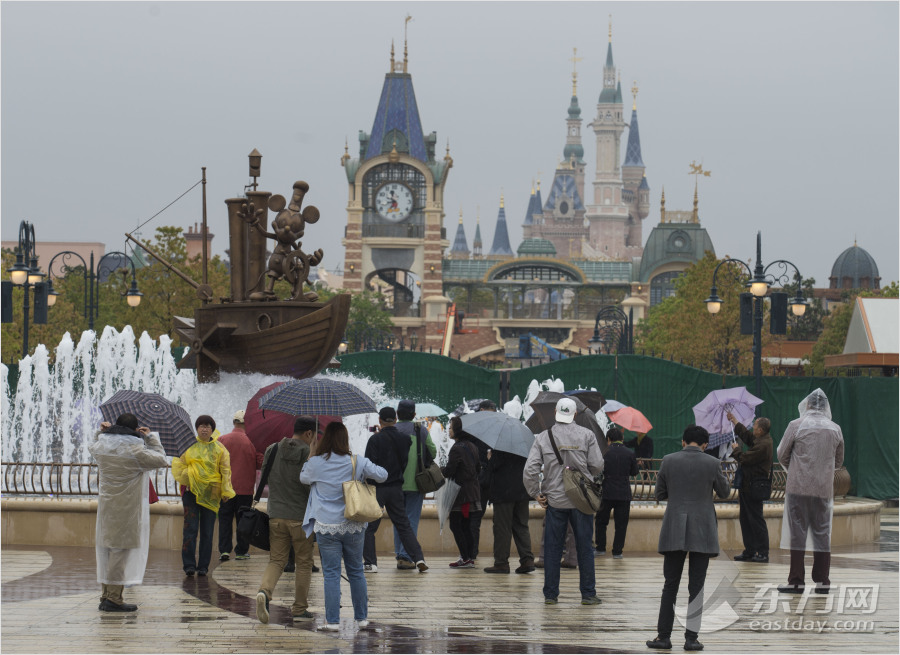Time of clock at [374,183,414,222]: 11:35
